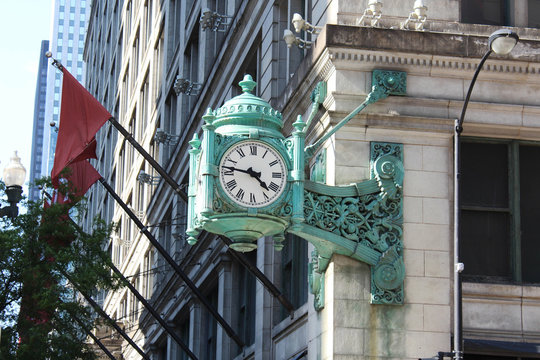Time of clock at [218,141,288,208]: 4:46
